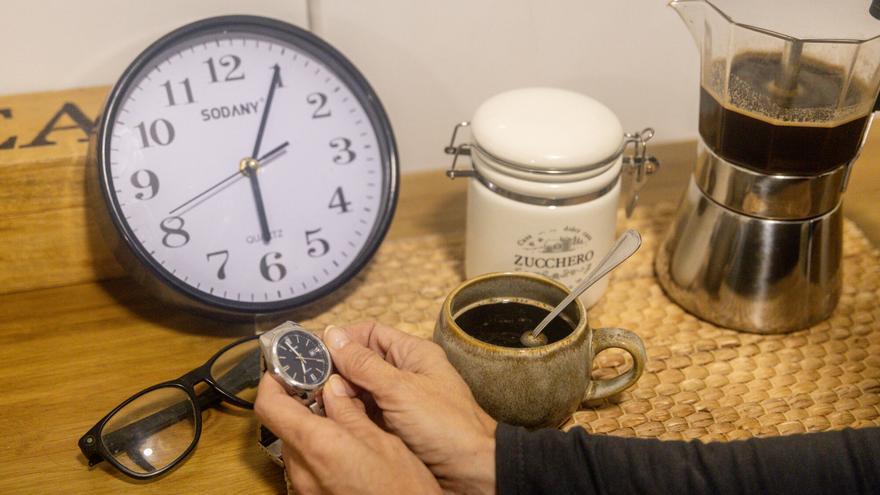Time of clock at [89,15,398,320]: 6:05
